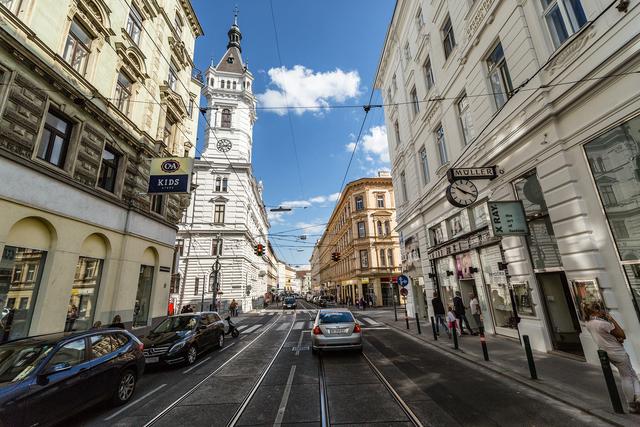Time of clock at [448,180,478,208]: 10:18
